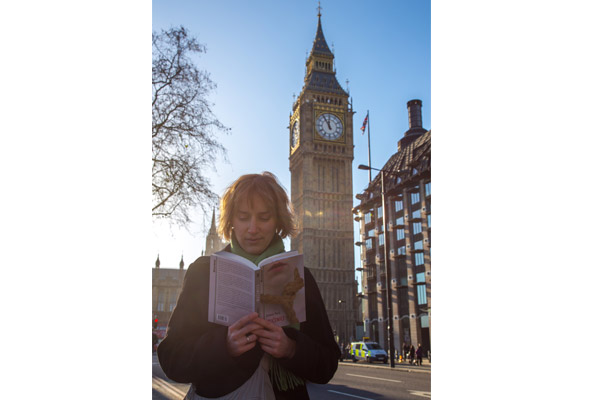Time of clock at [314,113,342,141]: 11:55
